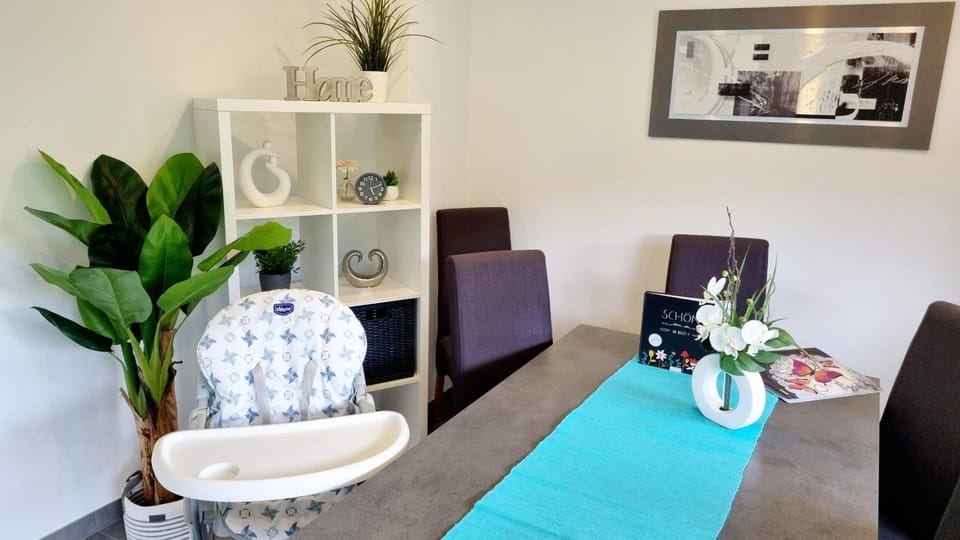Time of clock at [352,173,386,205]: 5:11
